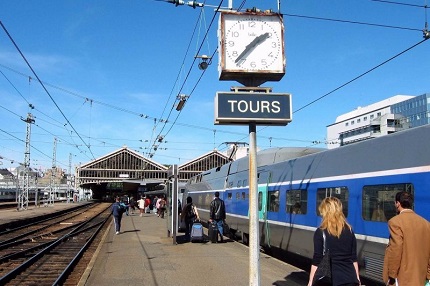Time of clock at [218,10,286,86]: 1:36
